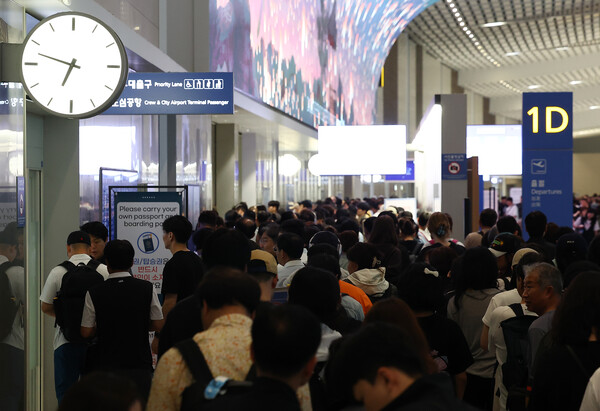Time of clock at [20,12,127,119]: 6:47
